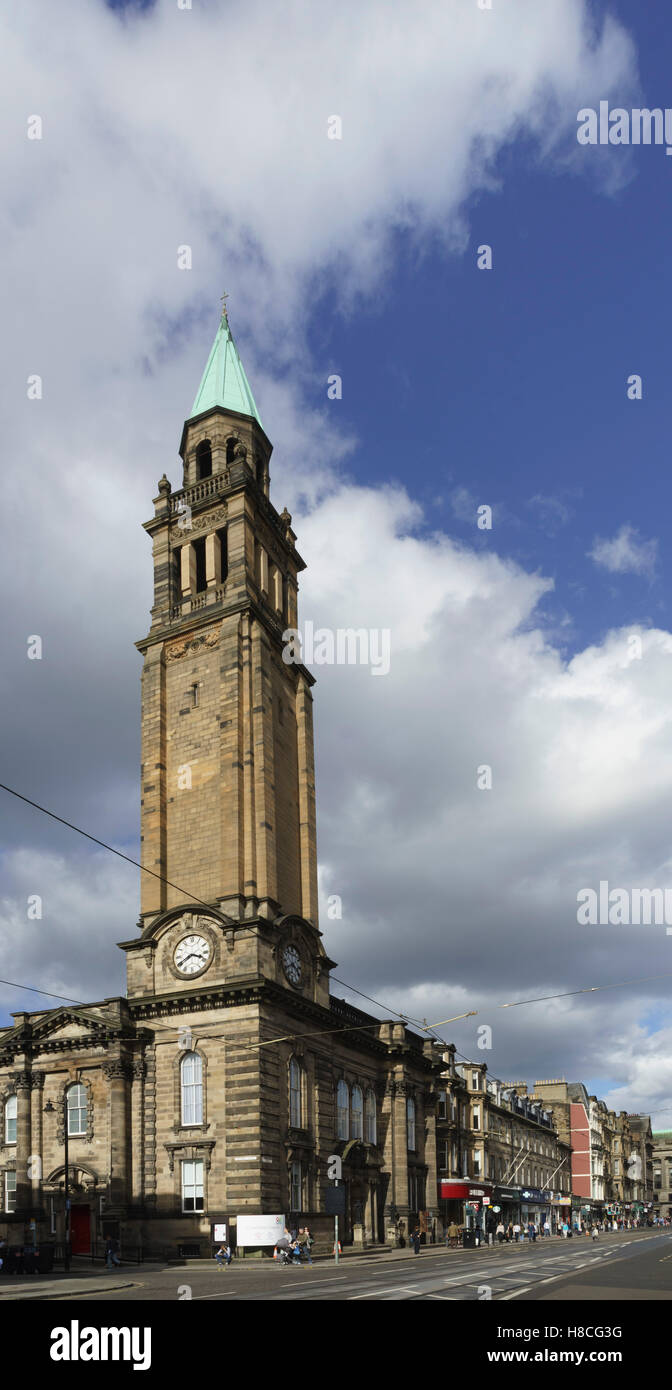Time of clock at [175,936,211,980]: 3:40
